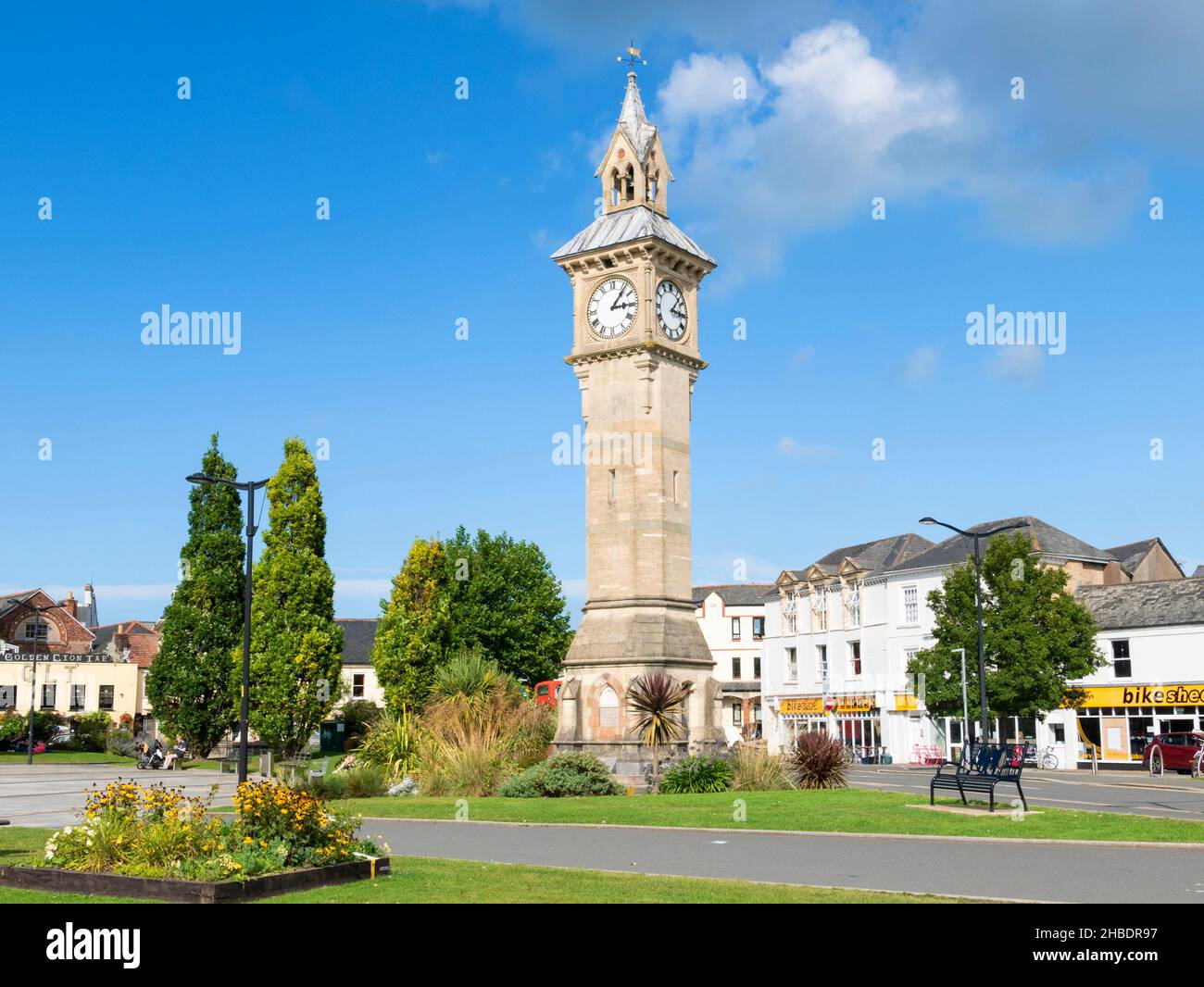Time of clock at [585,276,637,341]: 3:06
